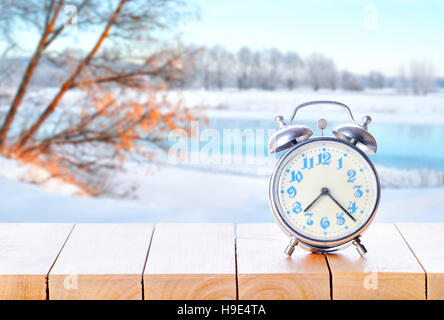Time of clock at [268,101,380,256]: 7:22
